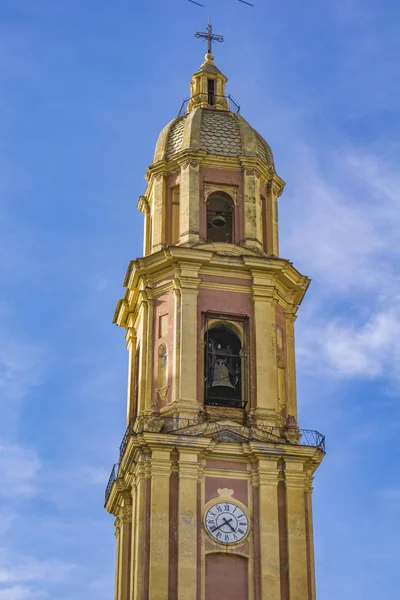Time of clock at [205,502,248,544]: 4:38
